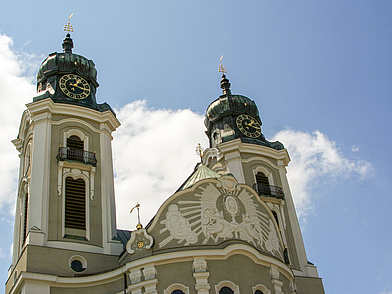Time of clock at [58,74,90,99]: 1:18
